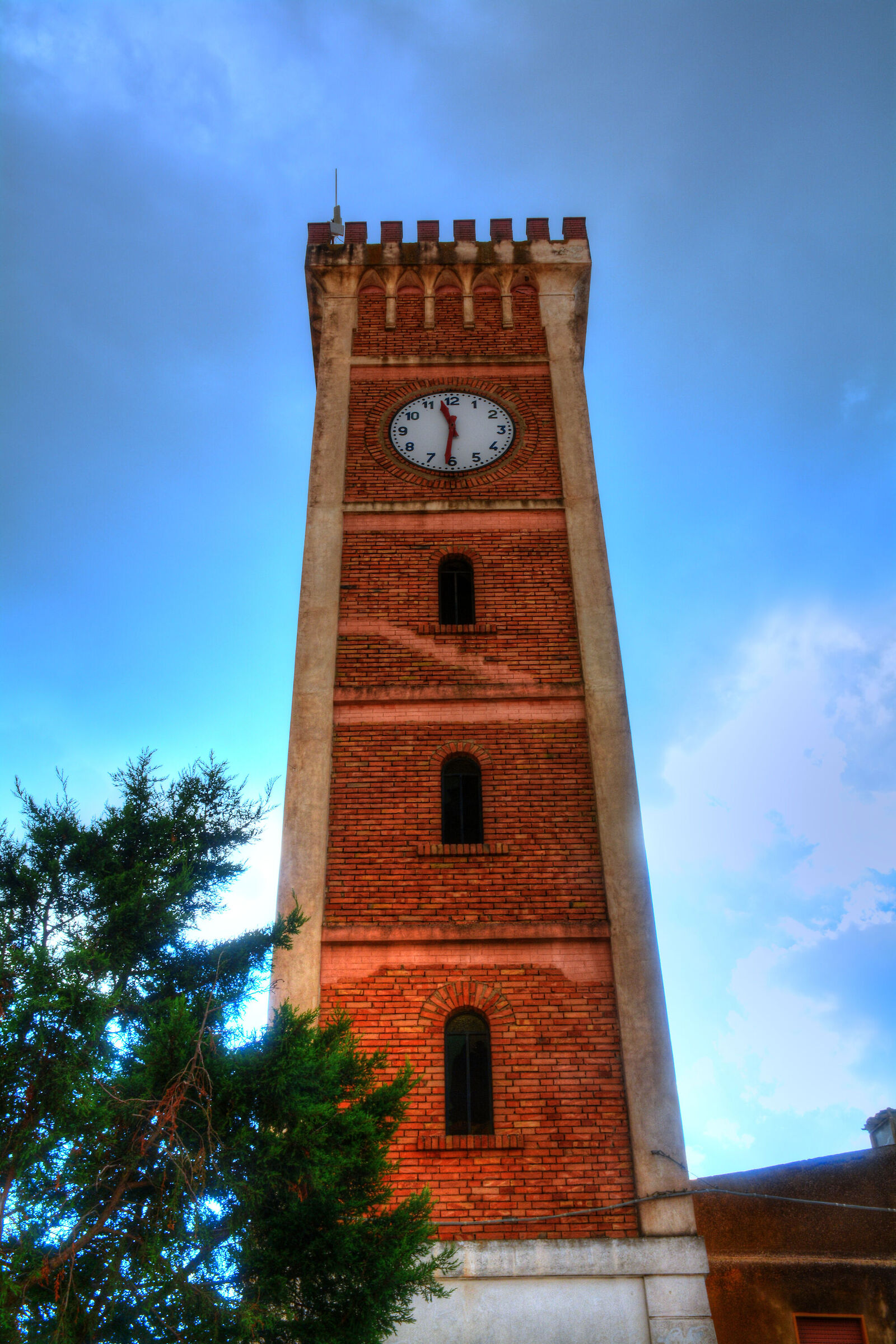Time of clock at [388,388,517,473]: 11:31
